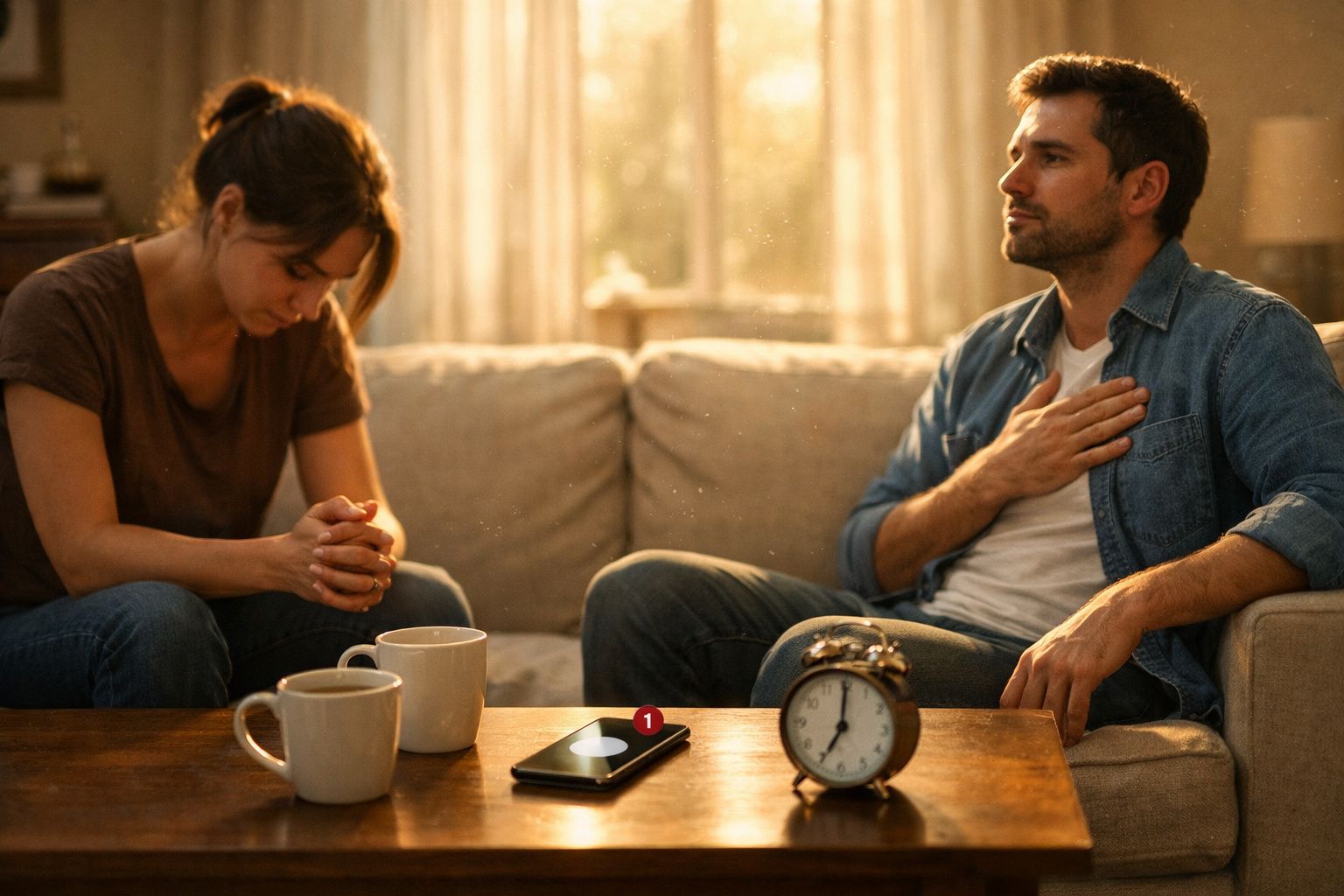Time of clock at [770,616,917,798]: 7:00
